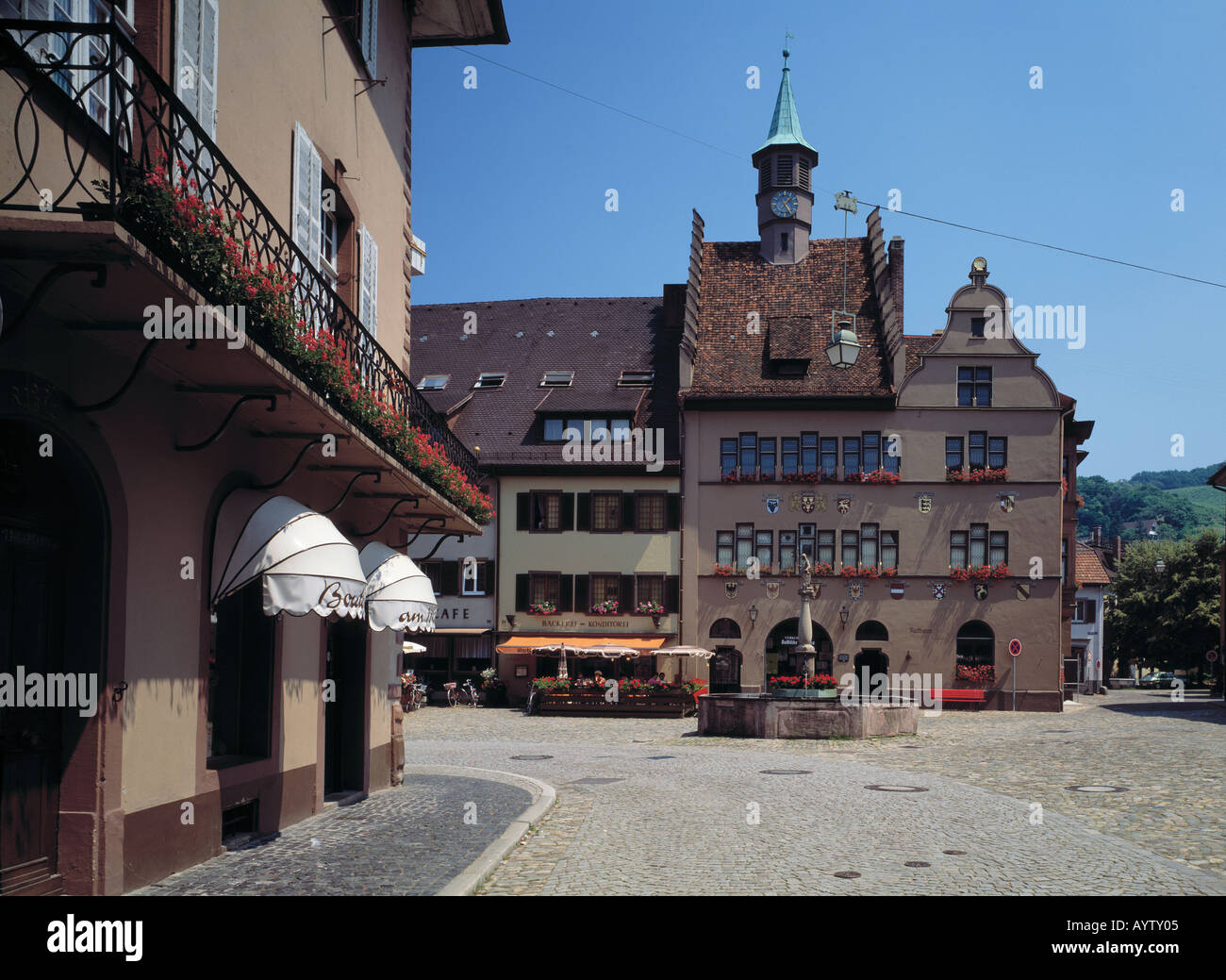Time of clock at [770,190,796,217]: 1:24
